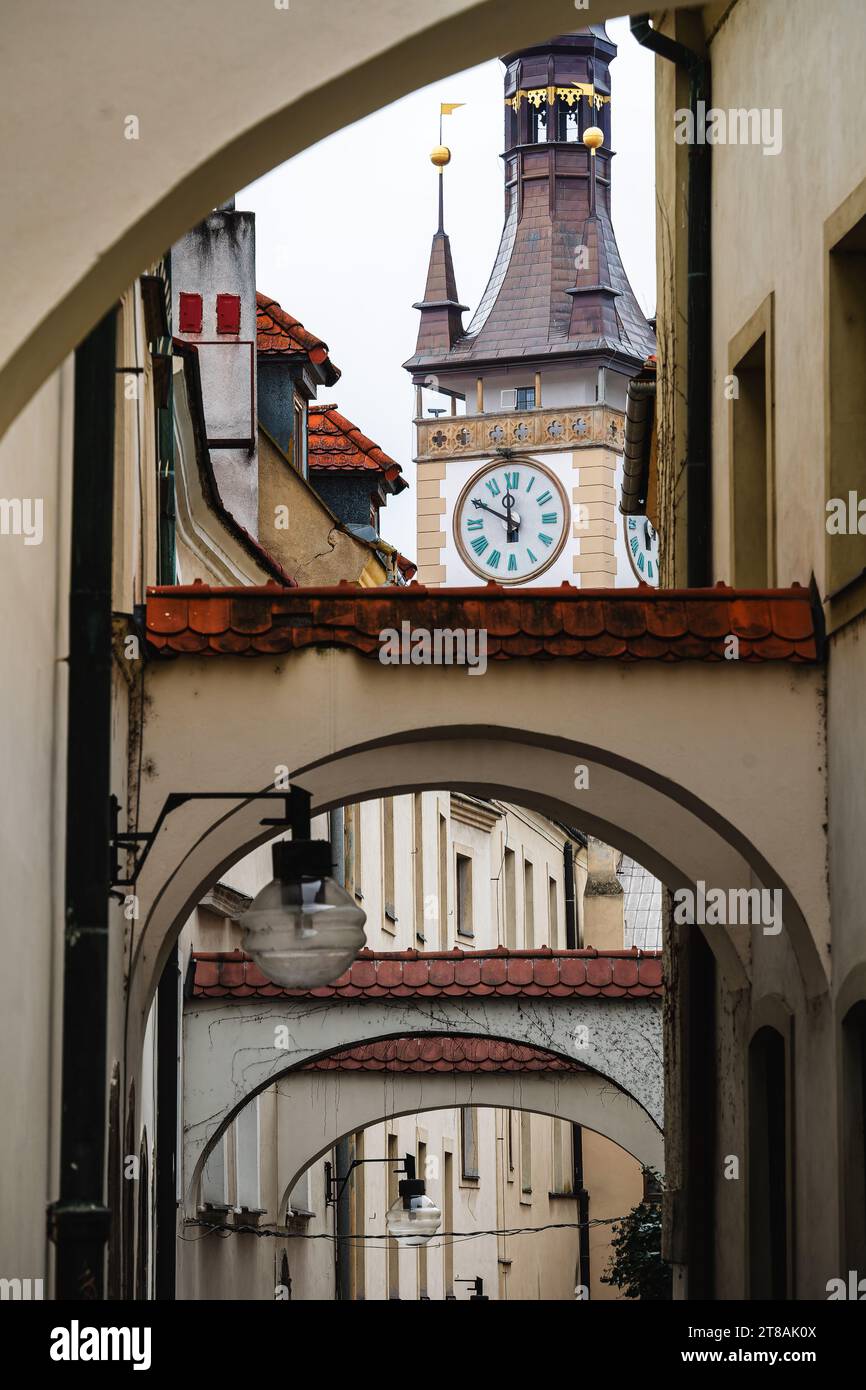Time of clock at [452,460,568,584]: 11:49
